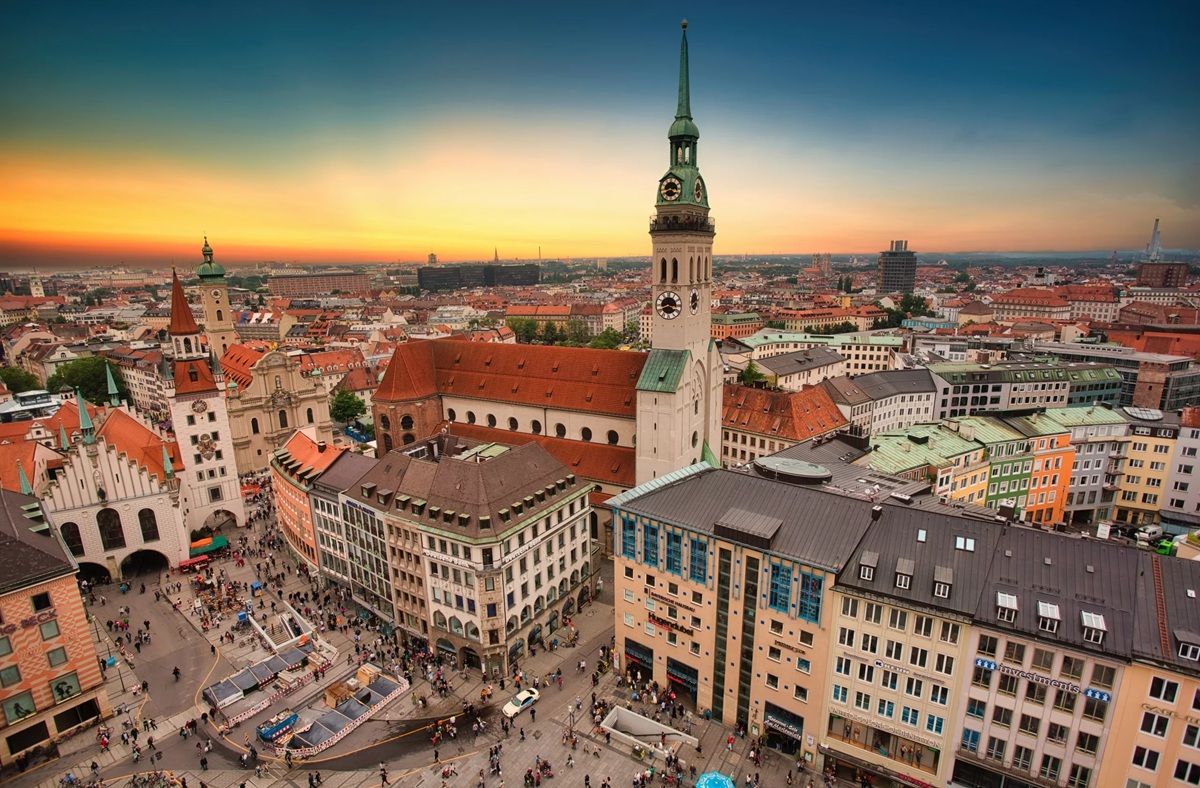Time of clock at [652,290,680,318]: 3:40
